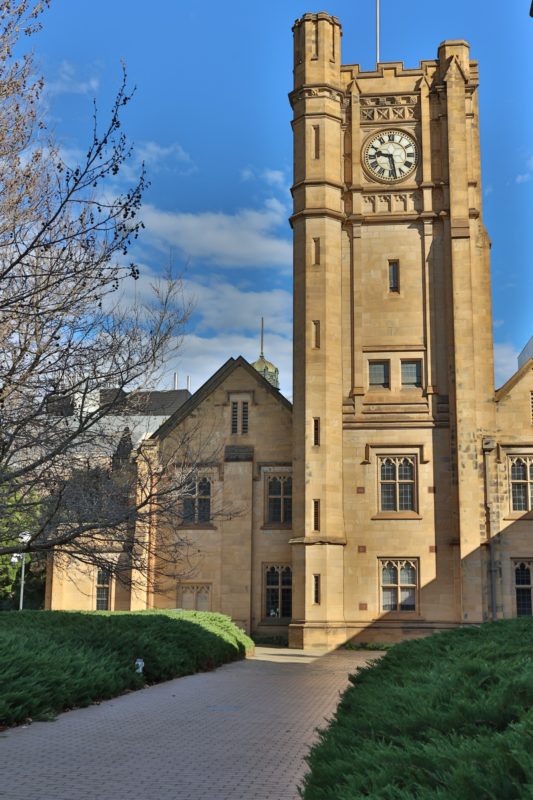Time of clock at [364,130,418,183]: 9:28
